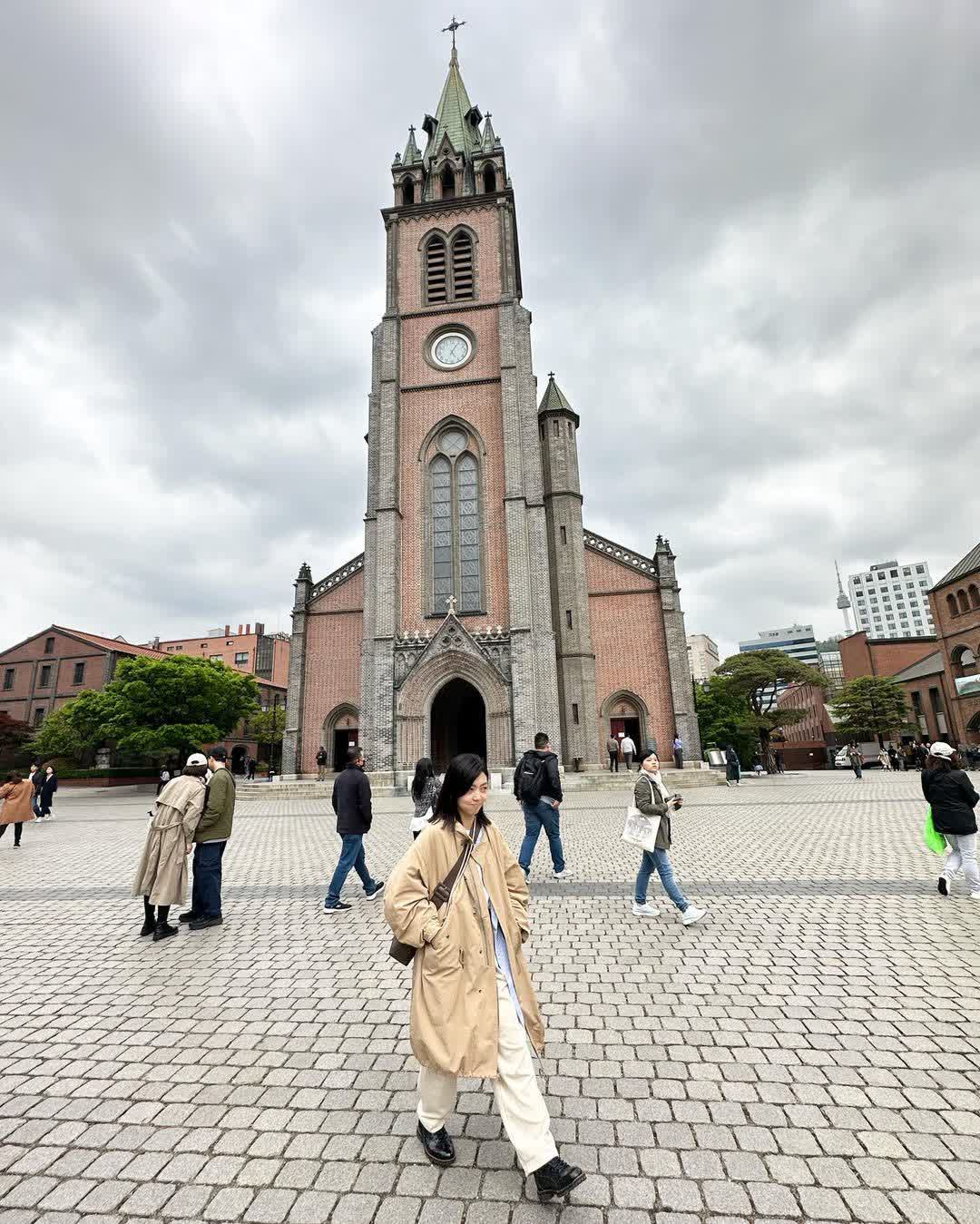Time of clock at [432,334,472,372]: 5:05
